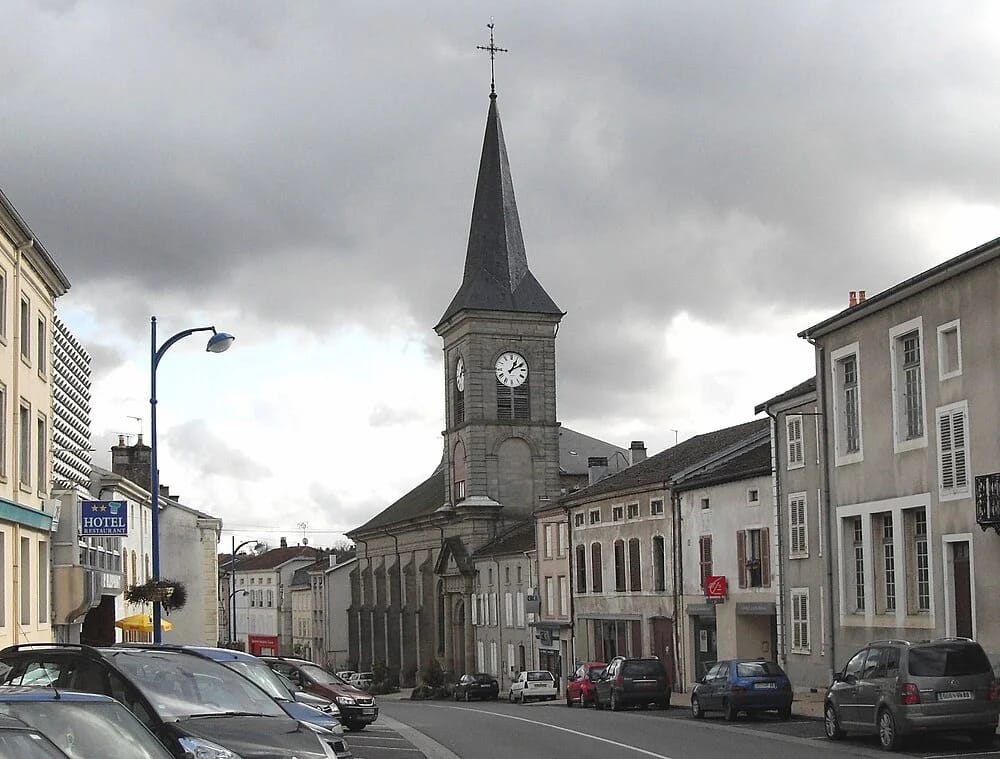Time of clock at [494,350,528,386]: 1:10
